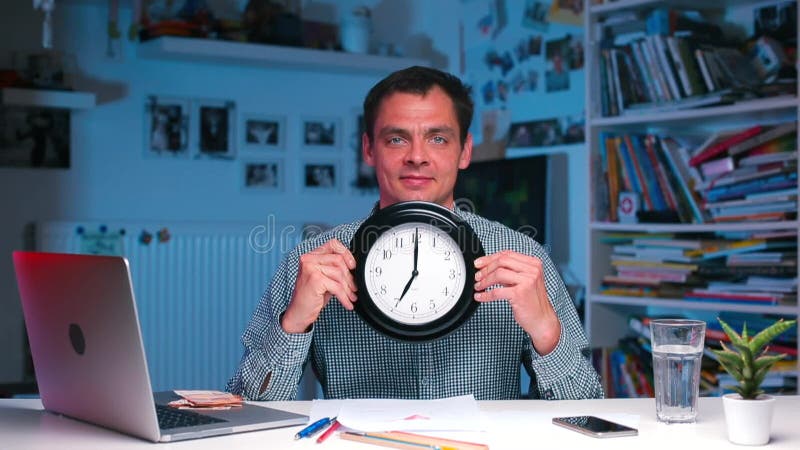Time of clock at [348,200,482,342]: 7:00
